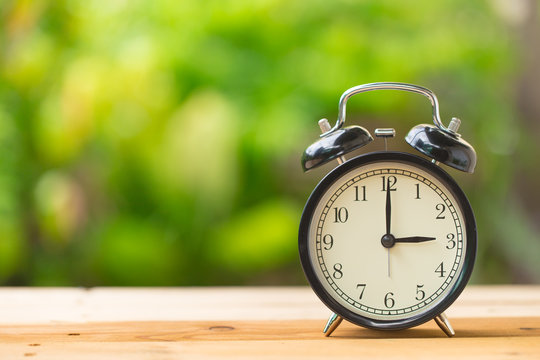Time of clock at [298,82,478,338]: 3:00
